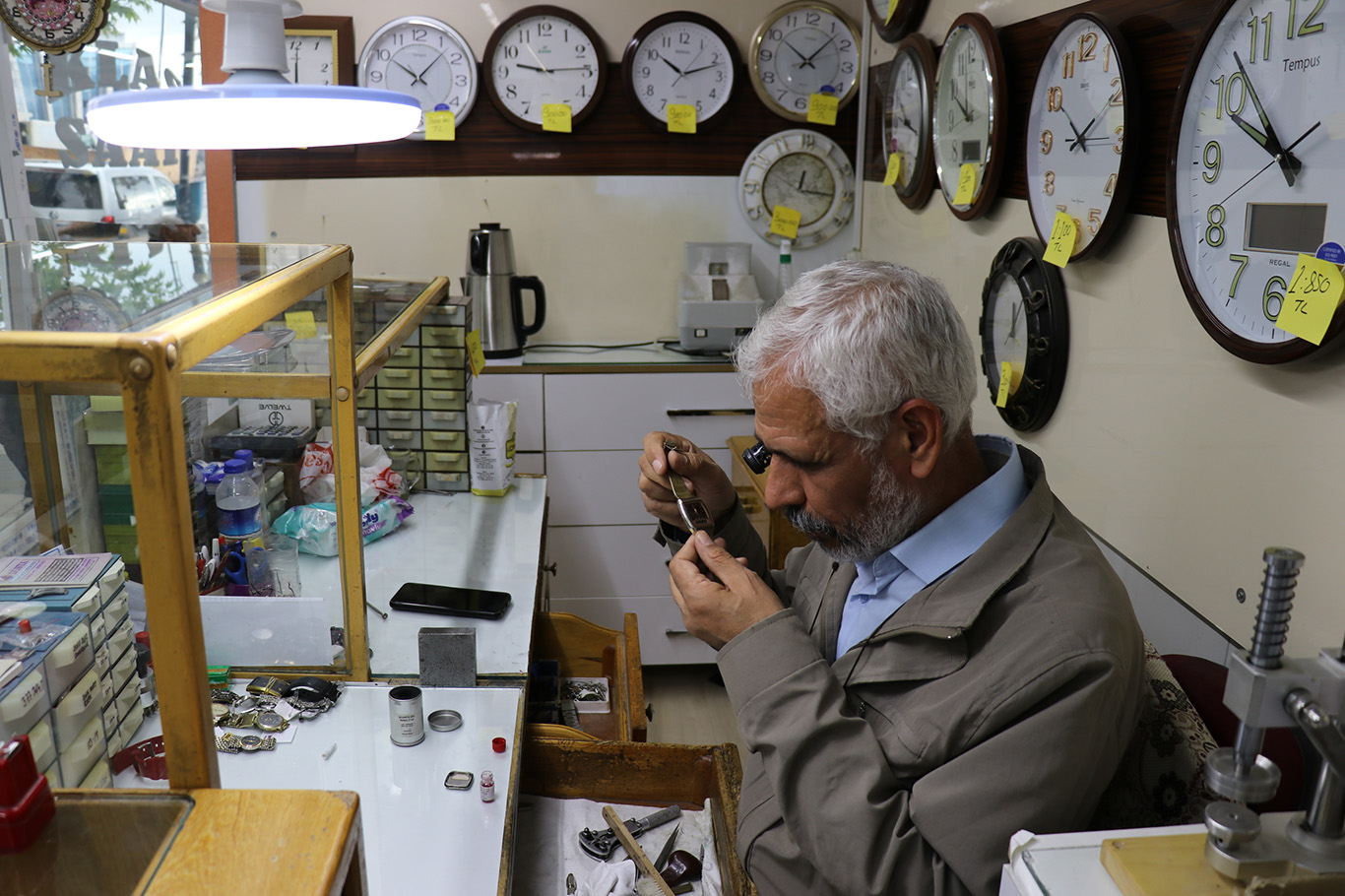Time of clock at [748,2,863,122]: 10:07
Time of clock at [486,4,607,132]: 9:14
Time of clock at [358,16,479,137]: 10:07
